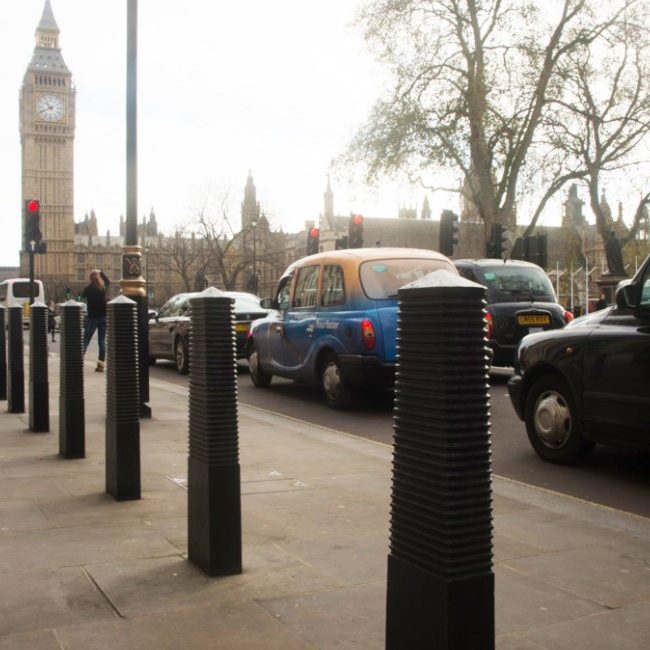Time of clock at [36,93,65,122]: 10:41
